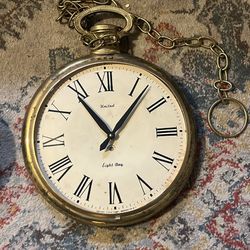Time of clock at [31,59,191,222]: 11:06
